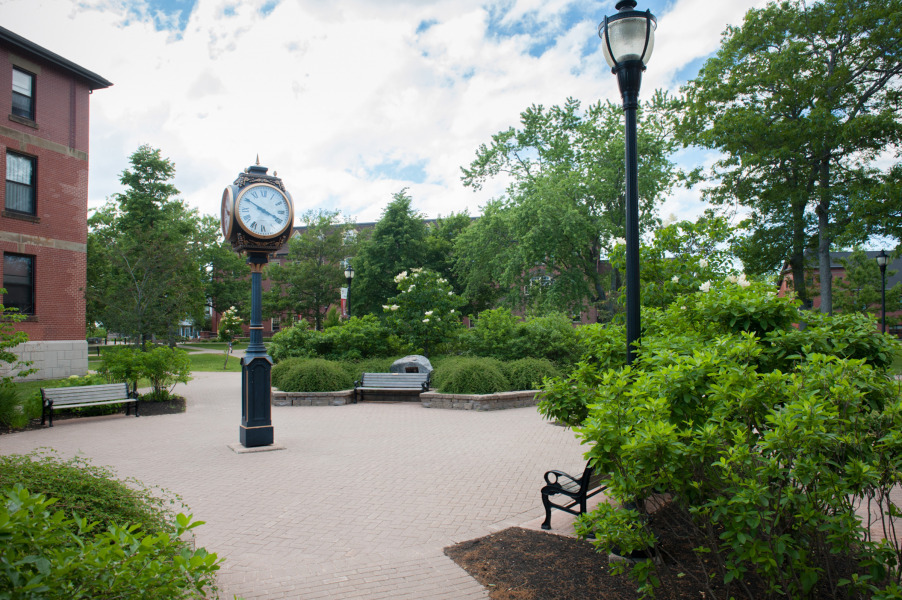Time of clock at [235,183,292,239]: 3:50
